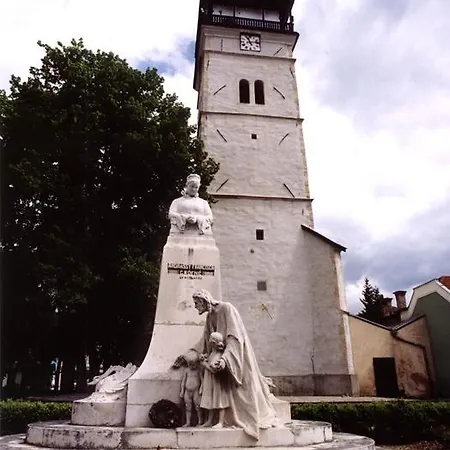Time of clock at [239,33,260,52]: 11:13
